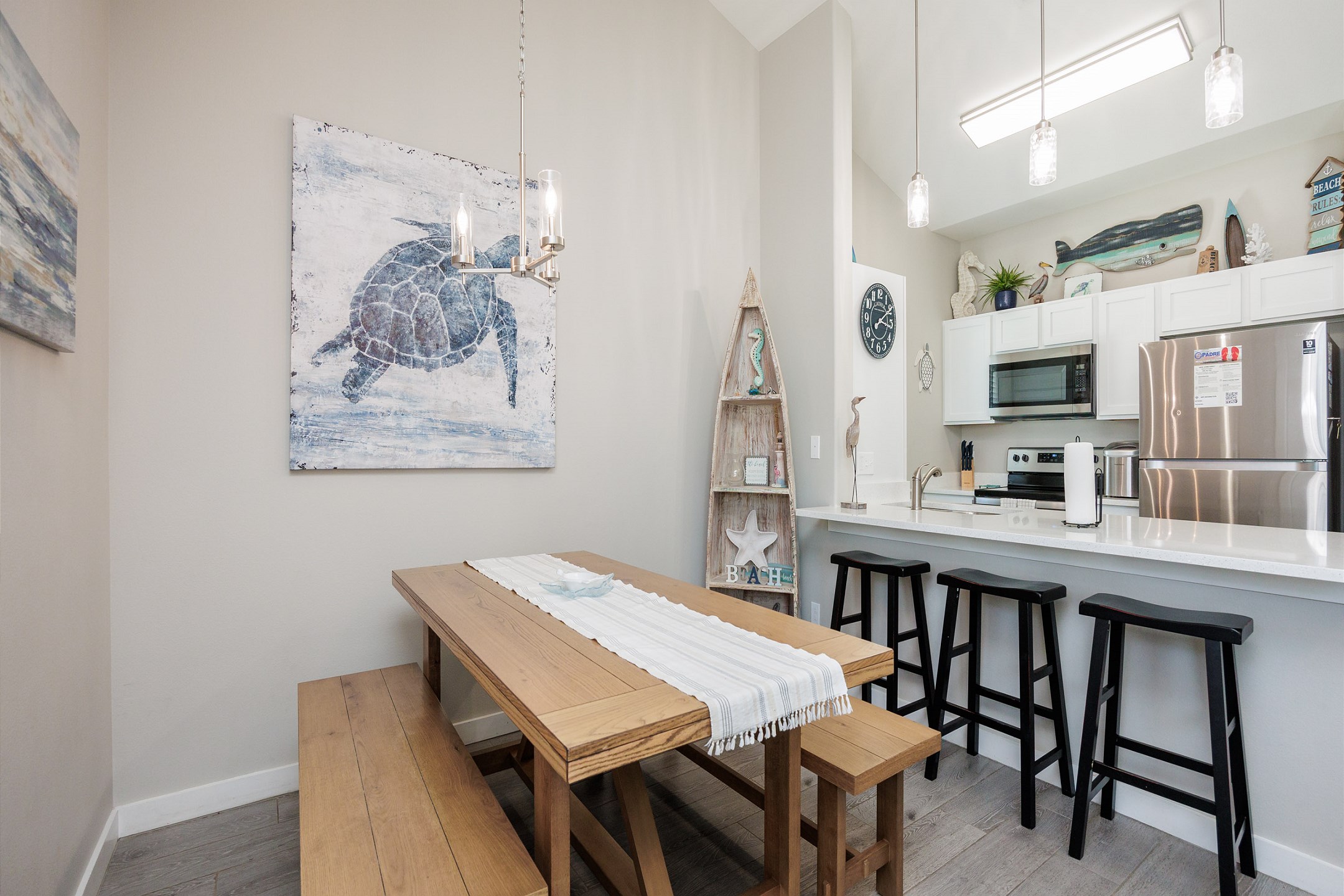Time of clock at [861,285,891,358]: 3:09
